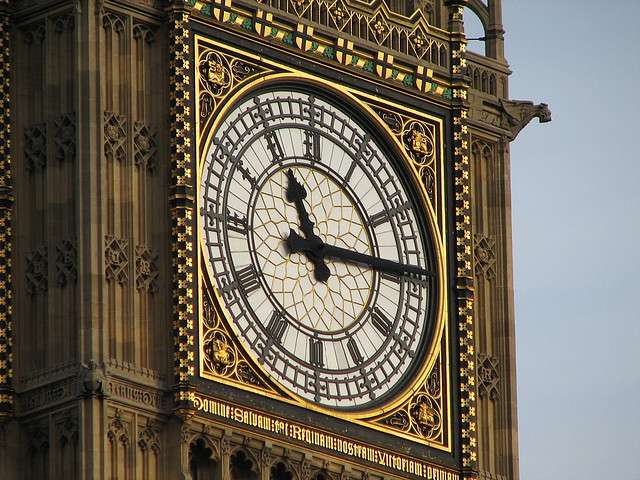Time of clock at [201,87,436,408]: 11:13
